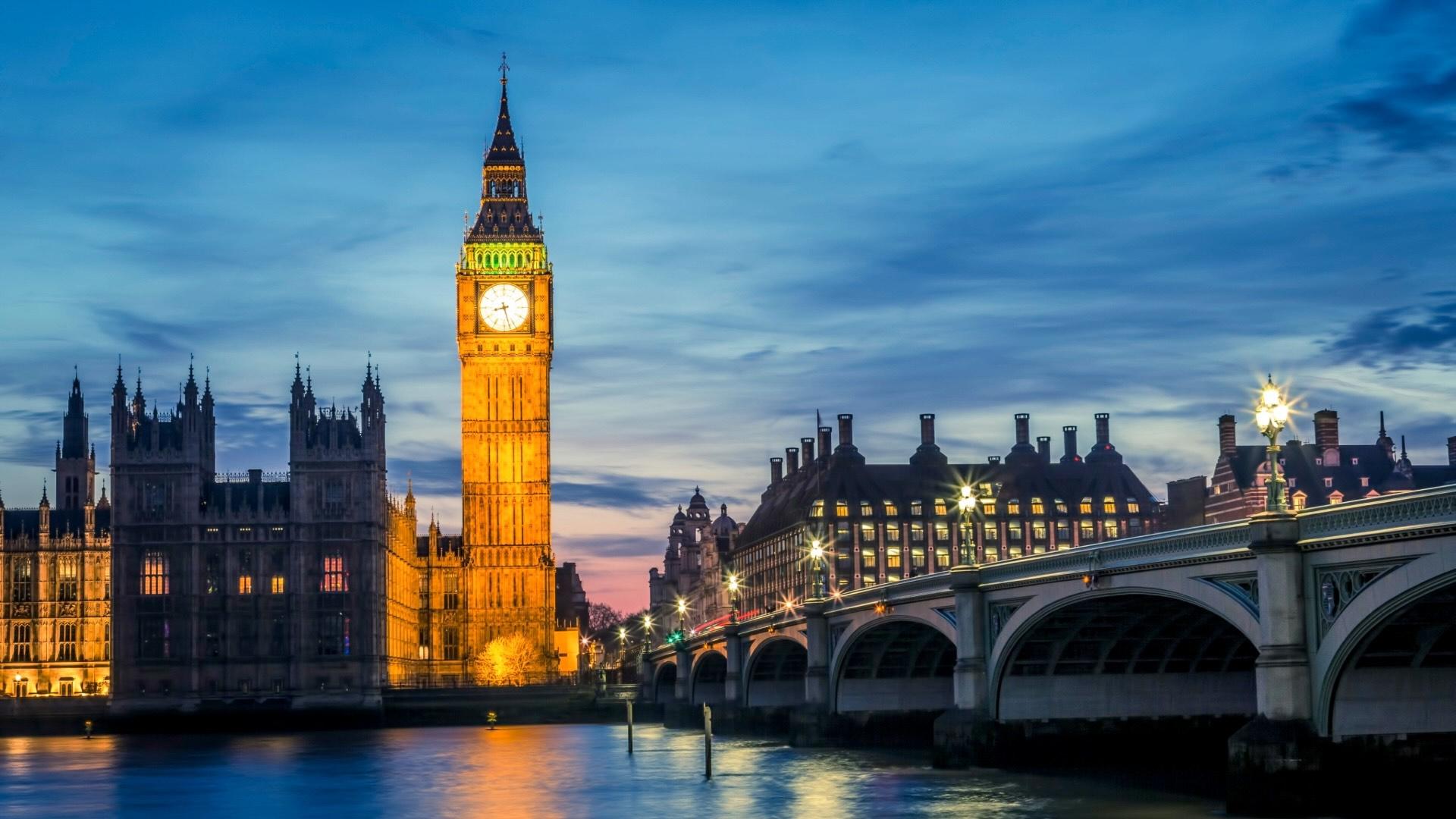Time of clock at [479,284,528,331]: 8:27
